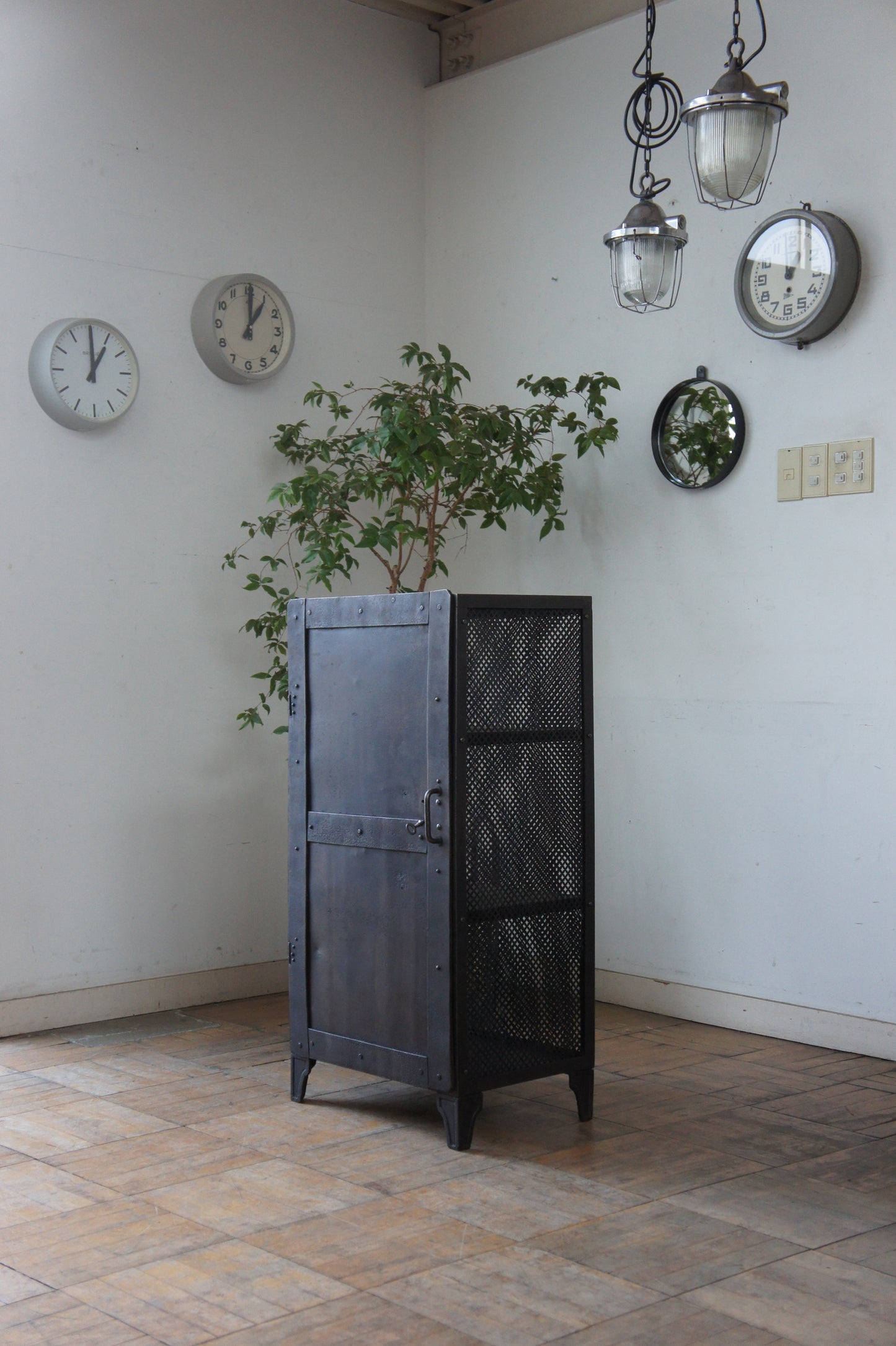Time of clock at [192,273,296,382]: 1:00
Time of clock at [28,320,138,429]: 1:00
